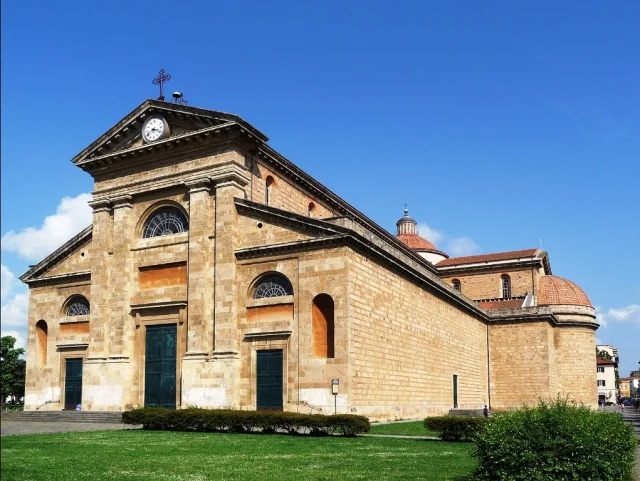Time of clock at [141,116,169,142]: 3:40
